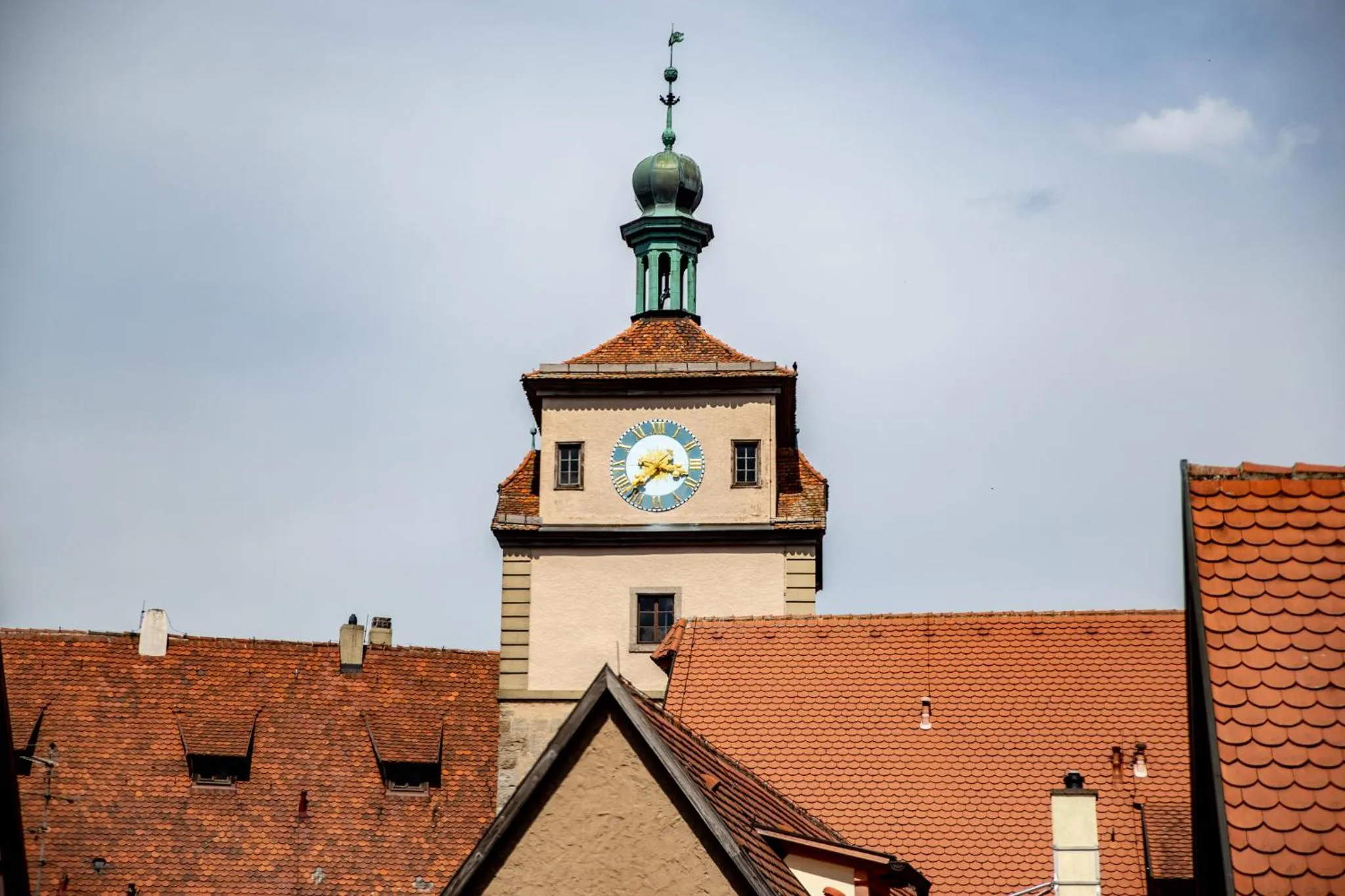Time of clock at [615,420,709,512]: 3:37
